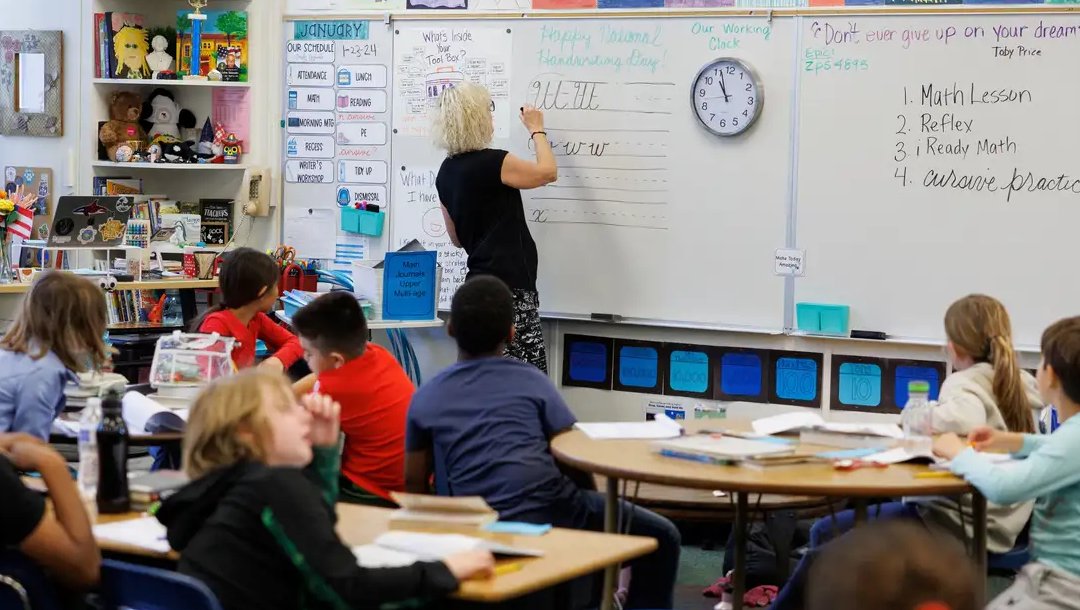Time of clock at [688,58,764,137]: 10:56
